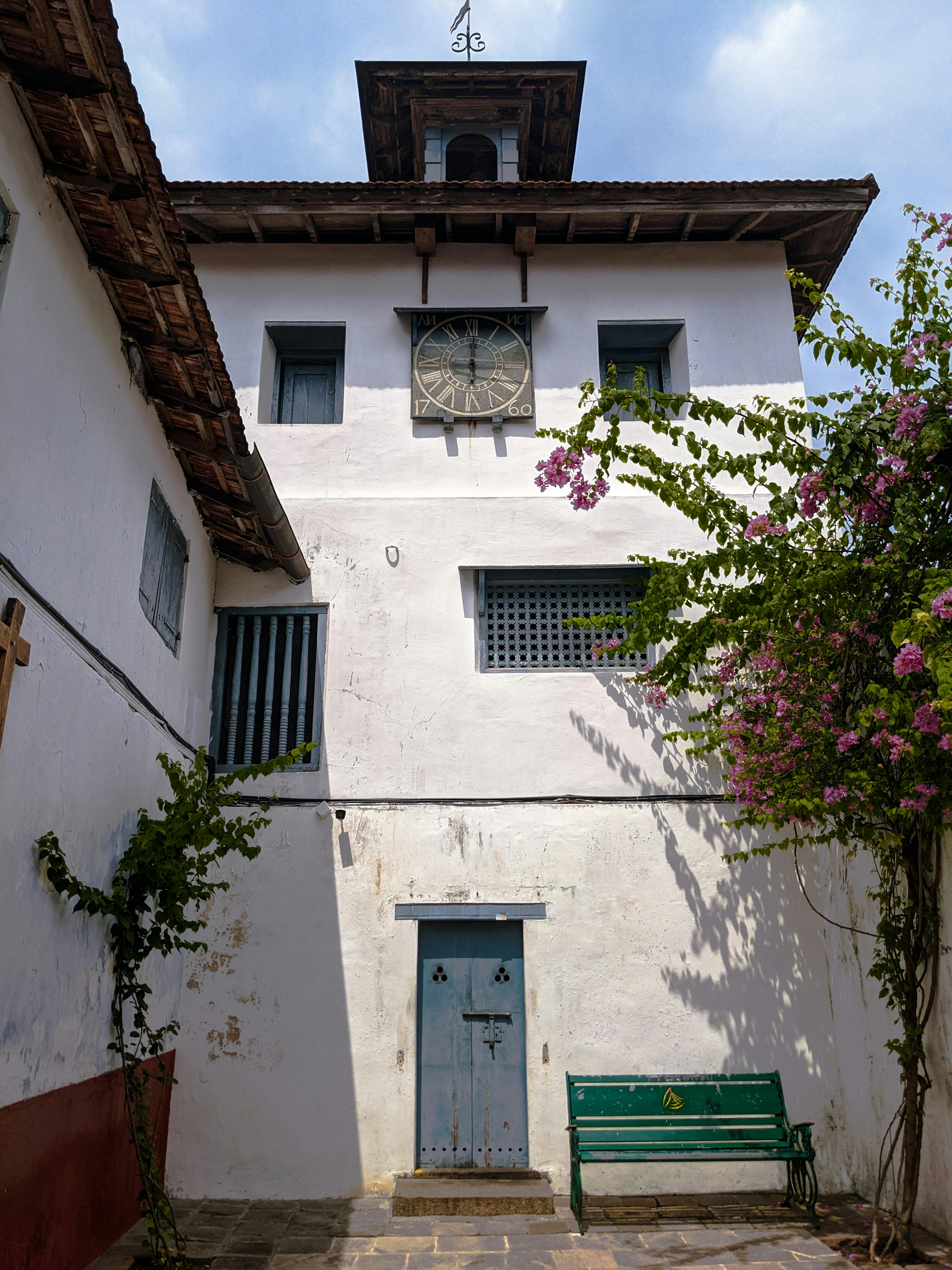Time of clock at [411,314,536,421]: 5:59
